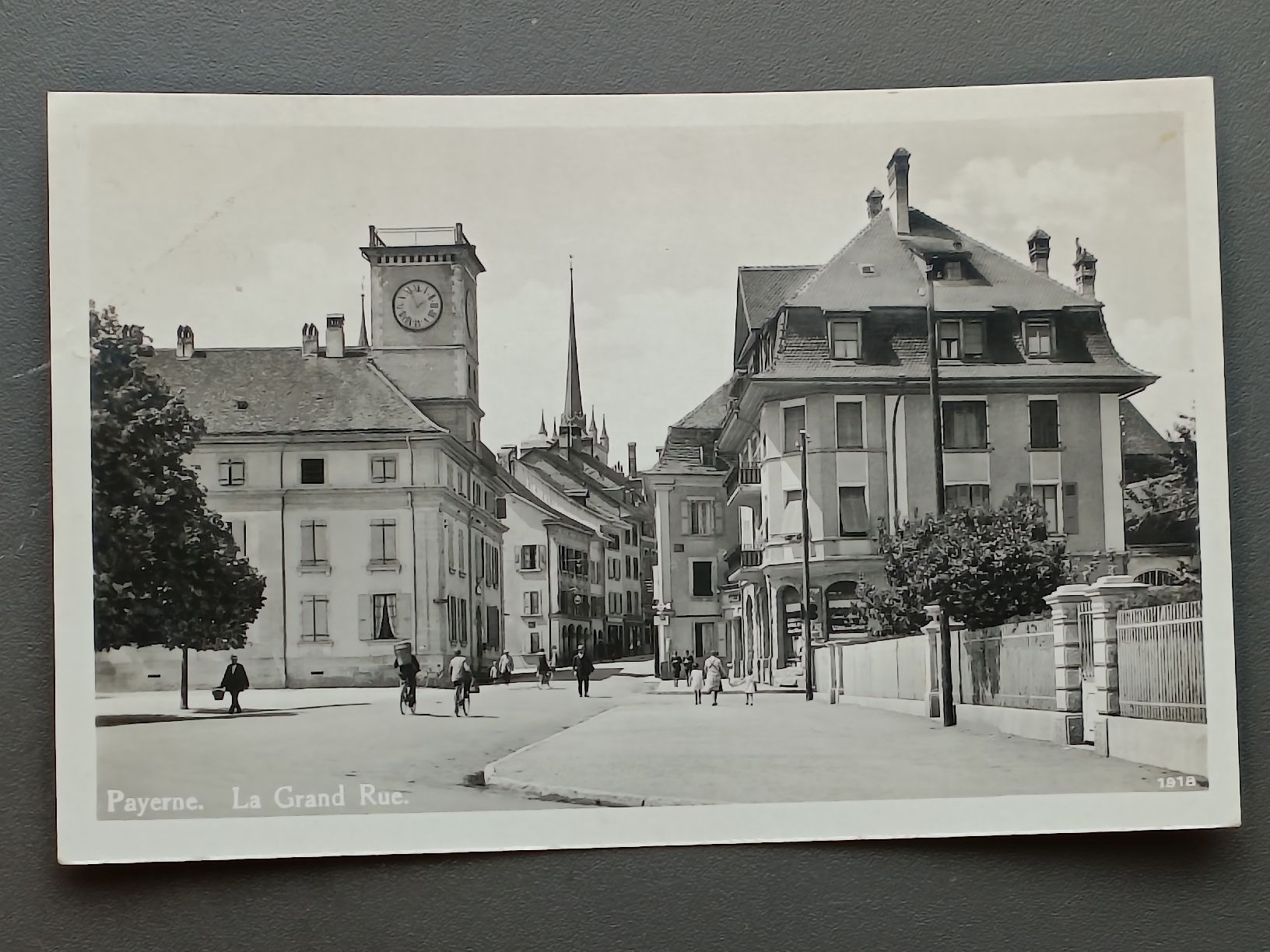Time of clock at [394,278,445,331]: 1:56
